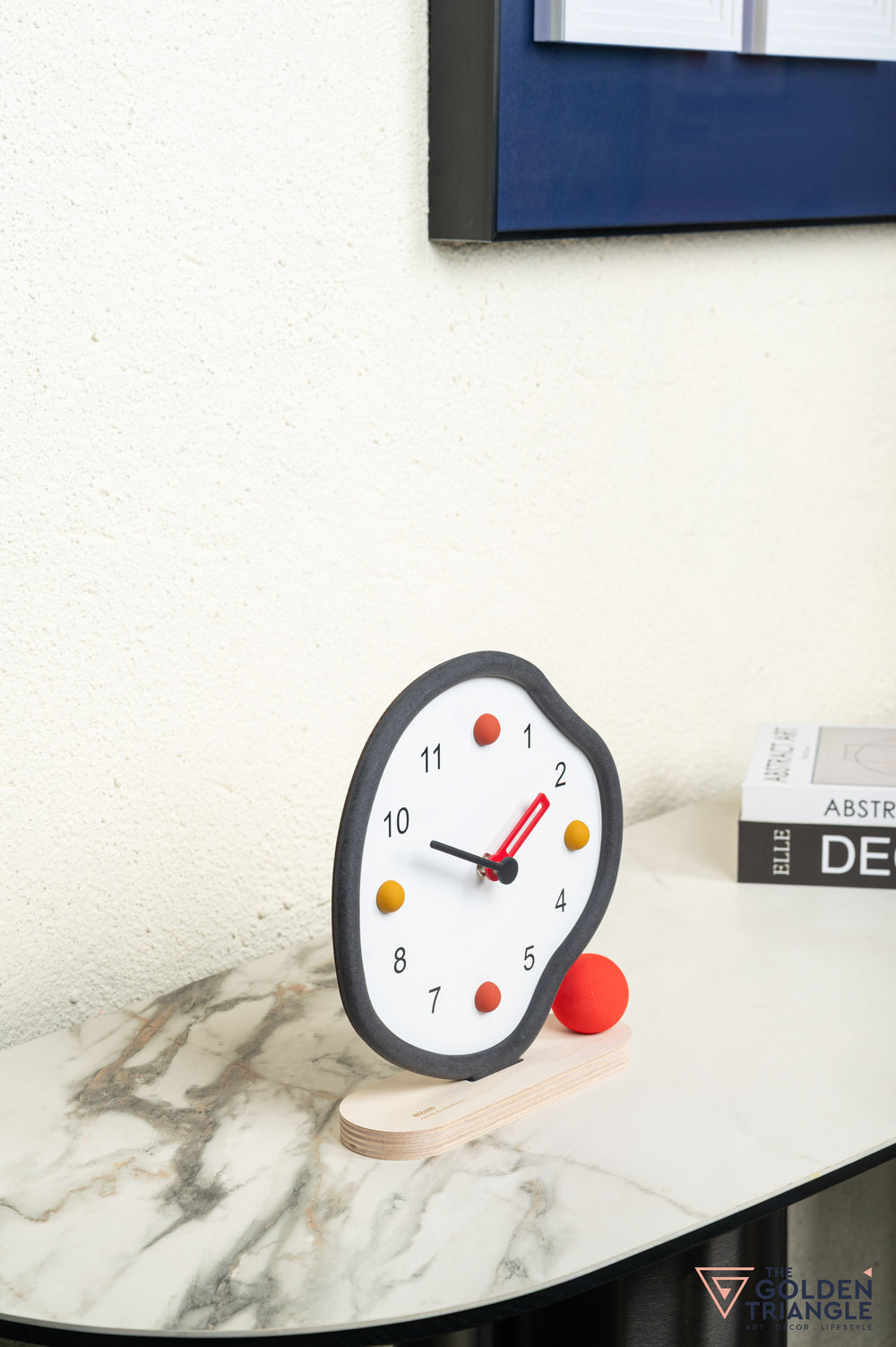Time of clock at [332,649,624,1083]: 1:48
